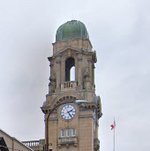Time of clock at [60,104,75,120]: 2:23
